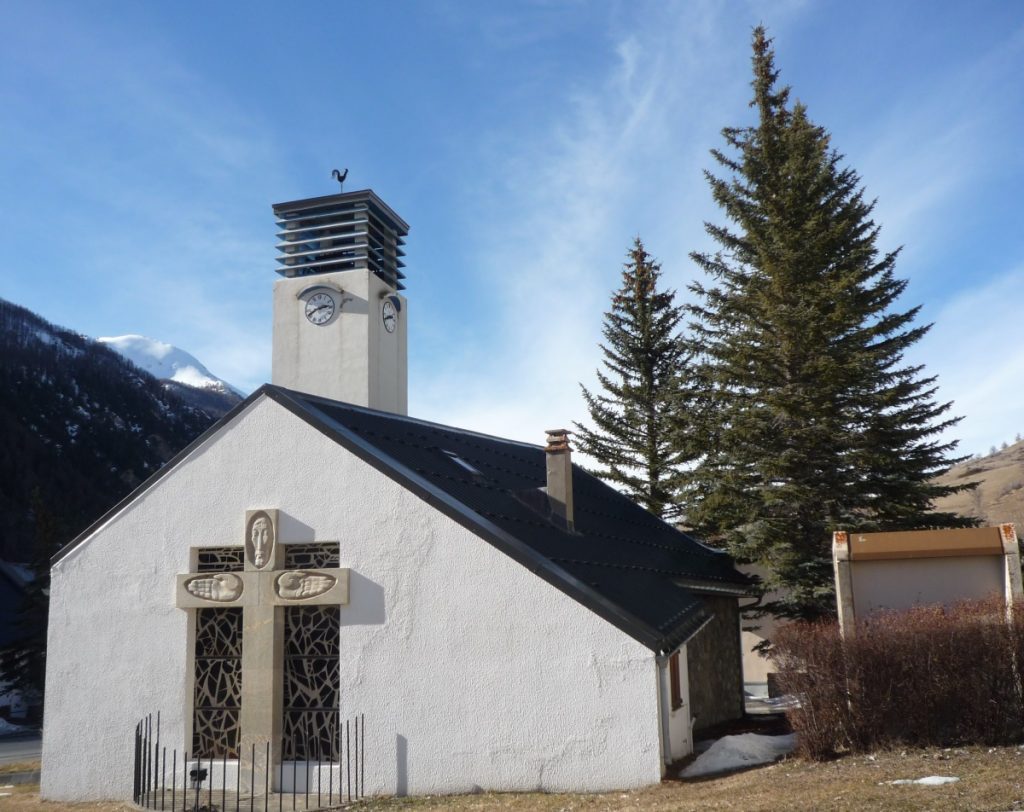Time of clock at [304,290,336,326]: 2:40
